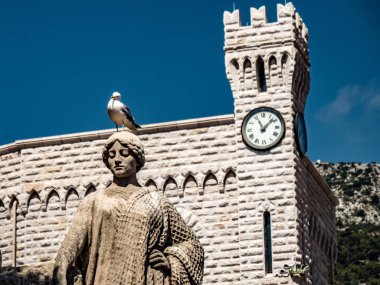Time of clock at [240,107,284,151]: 11:07
